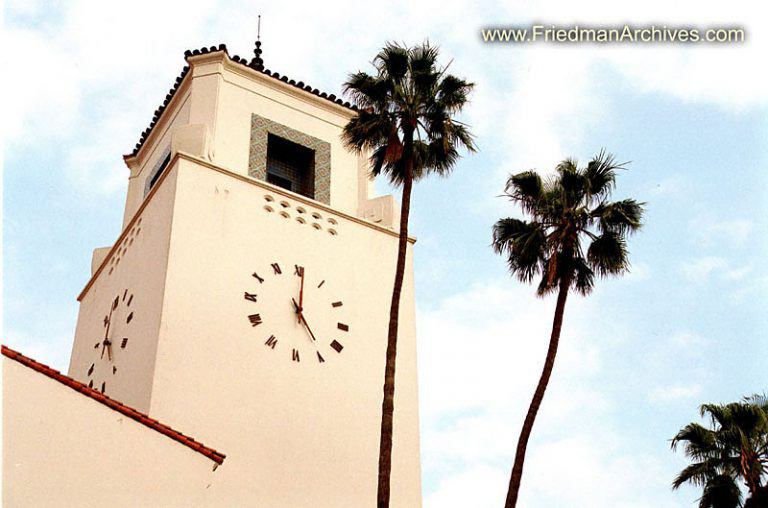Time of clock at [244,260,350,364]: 5:00
